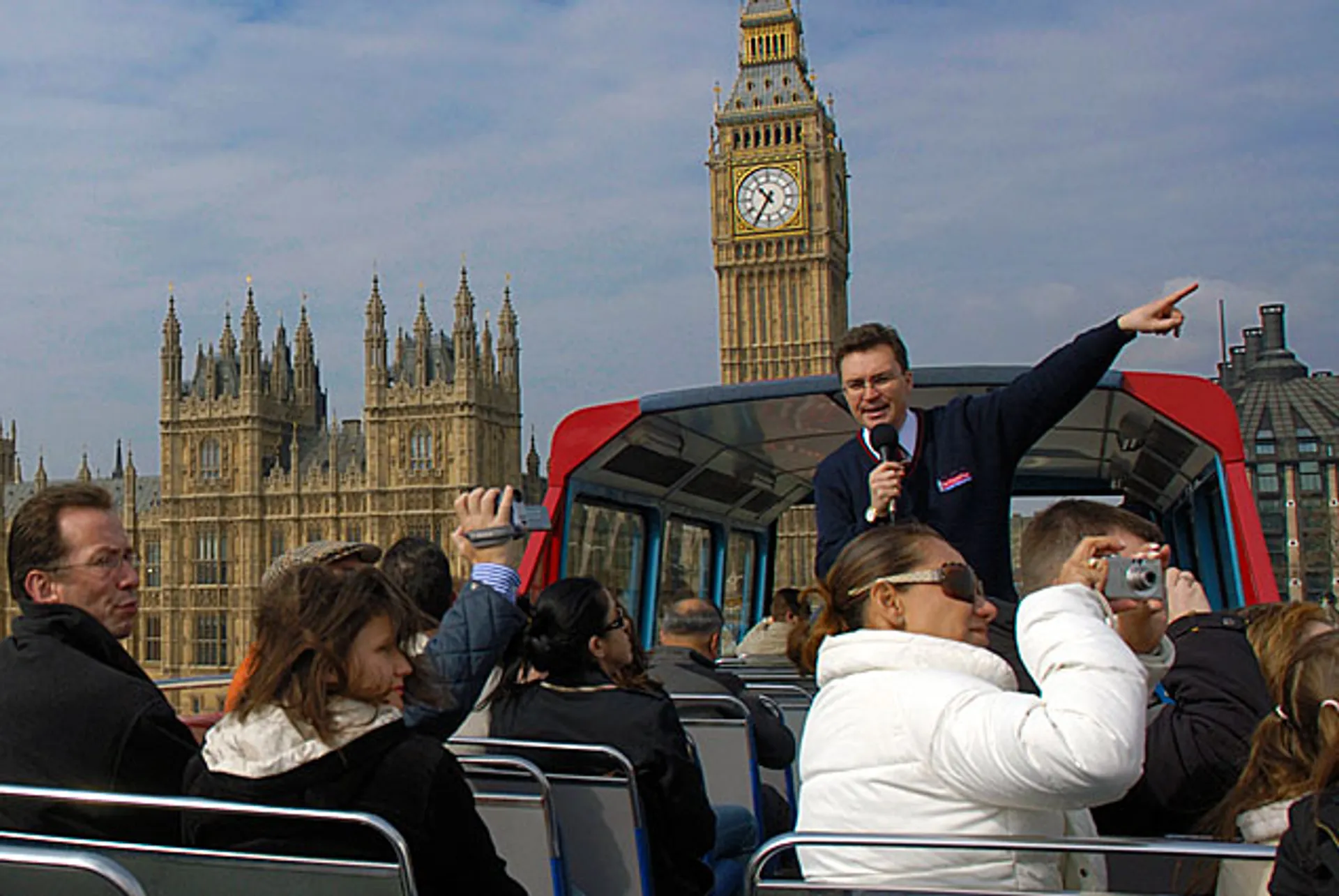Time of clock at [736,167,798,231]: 10:35
